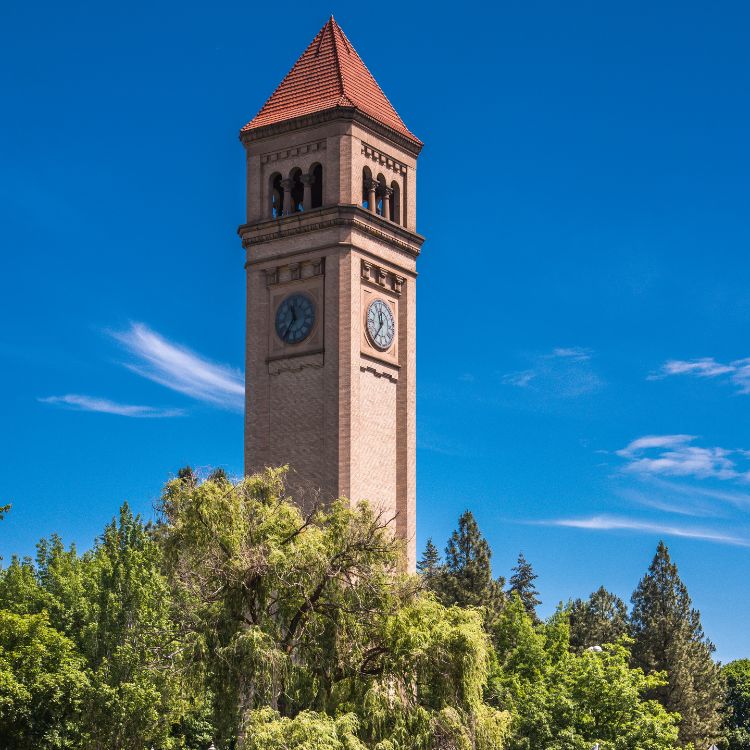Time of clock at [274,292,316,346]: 11:35
